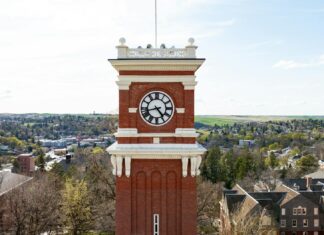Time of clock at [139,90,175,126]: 4:42
